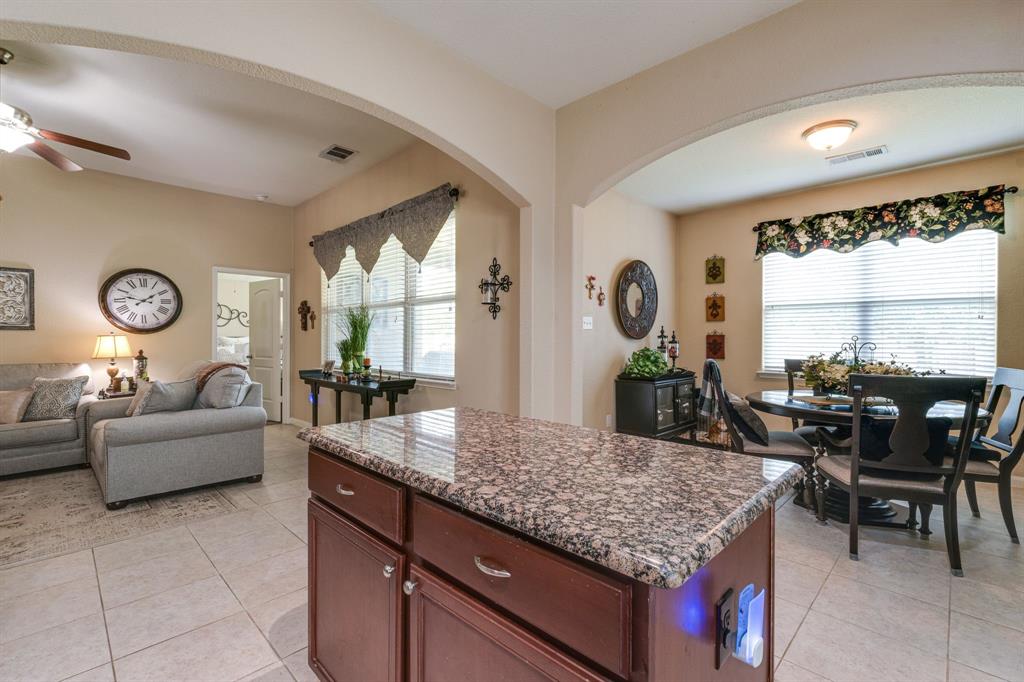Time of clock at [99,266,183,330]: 1:47
